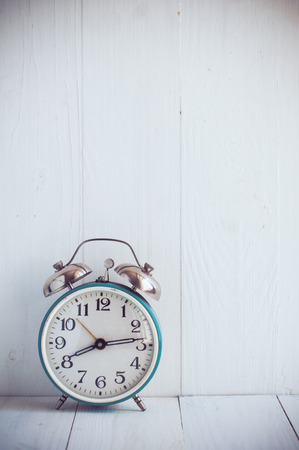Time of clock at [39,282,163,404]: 8:13
